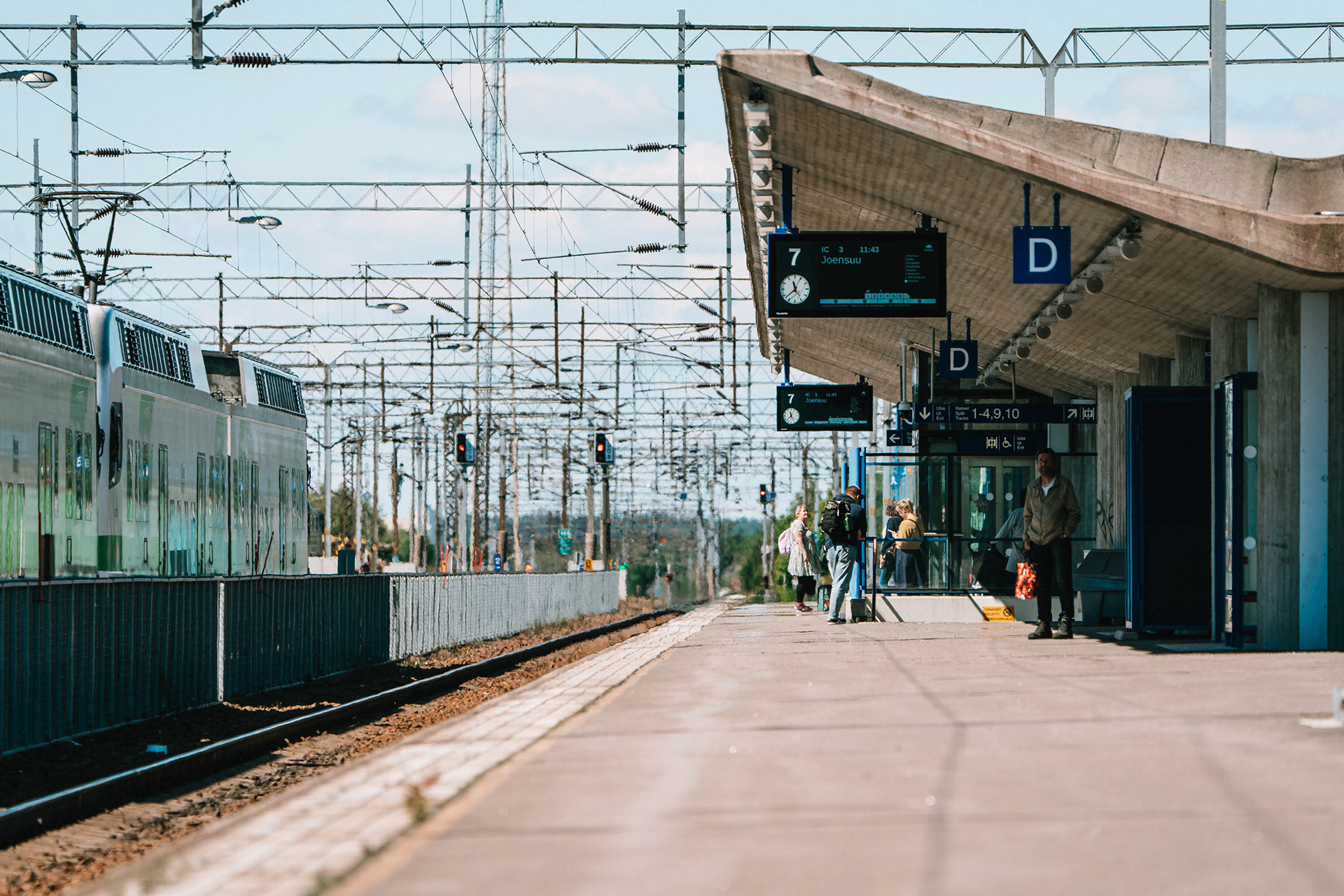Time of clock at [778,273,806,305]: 11:38
